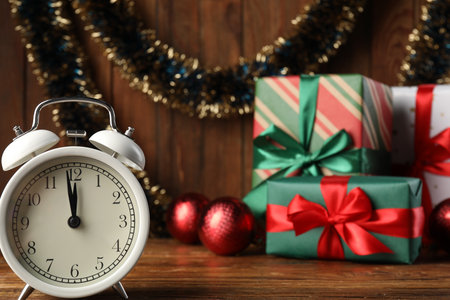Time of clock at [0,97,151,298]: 11:58
